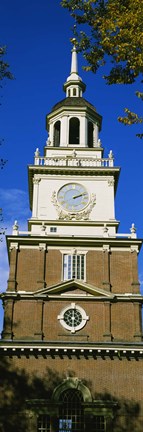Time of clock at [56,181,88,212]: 2:11
